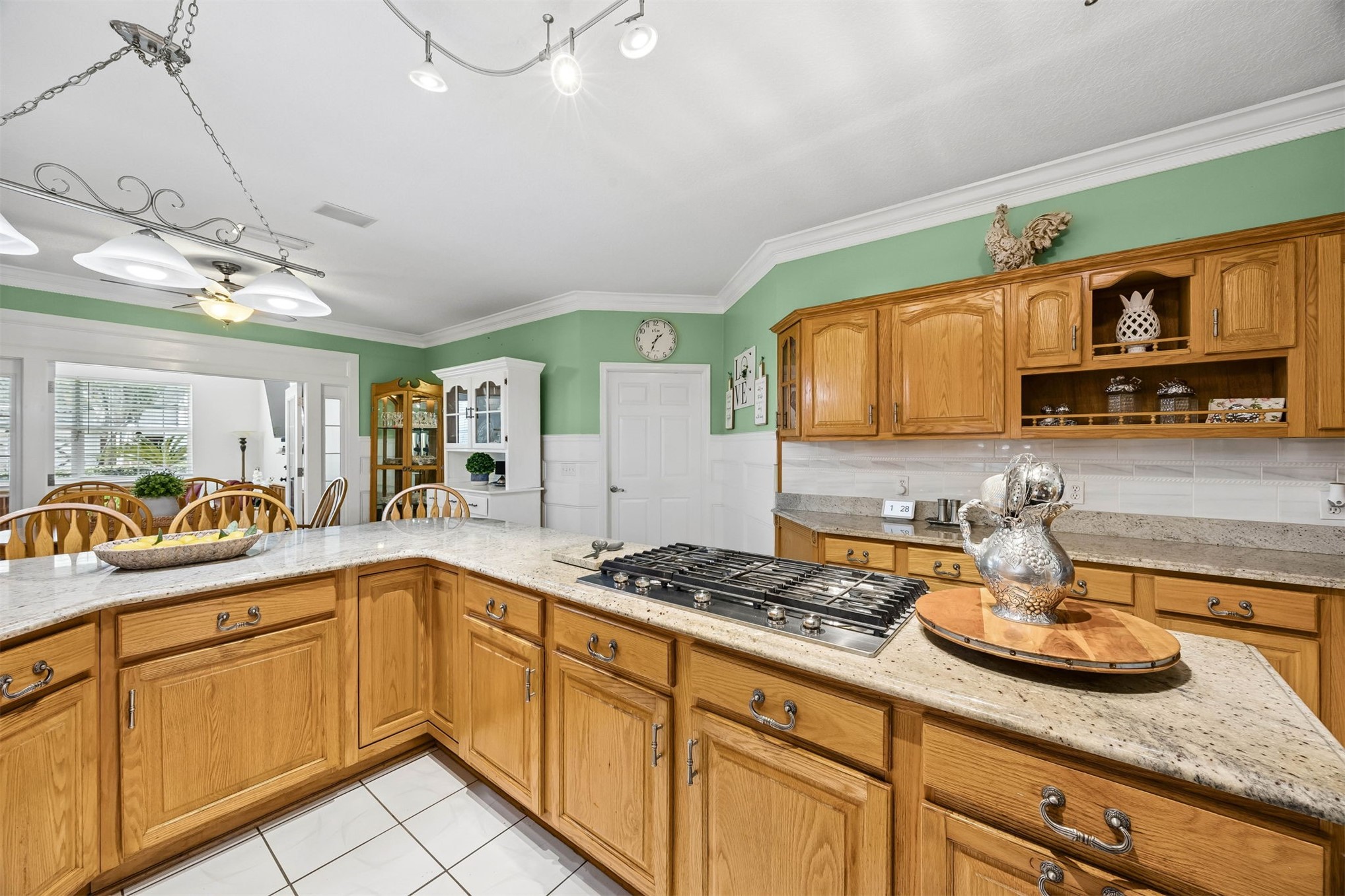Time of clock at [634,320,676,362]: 1:33
